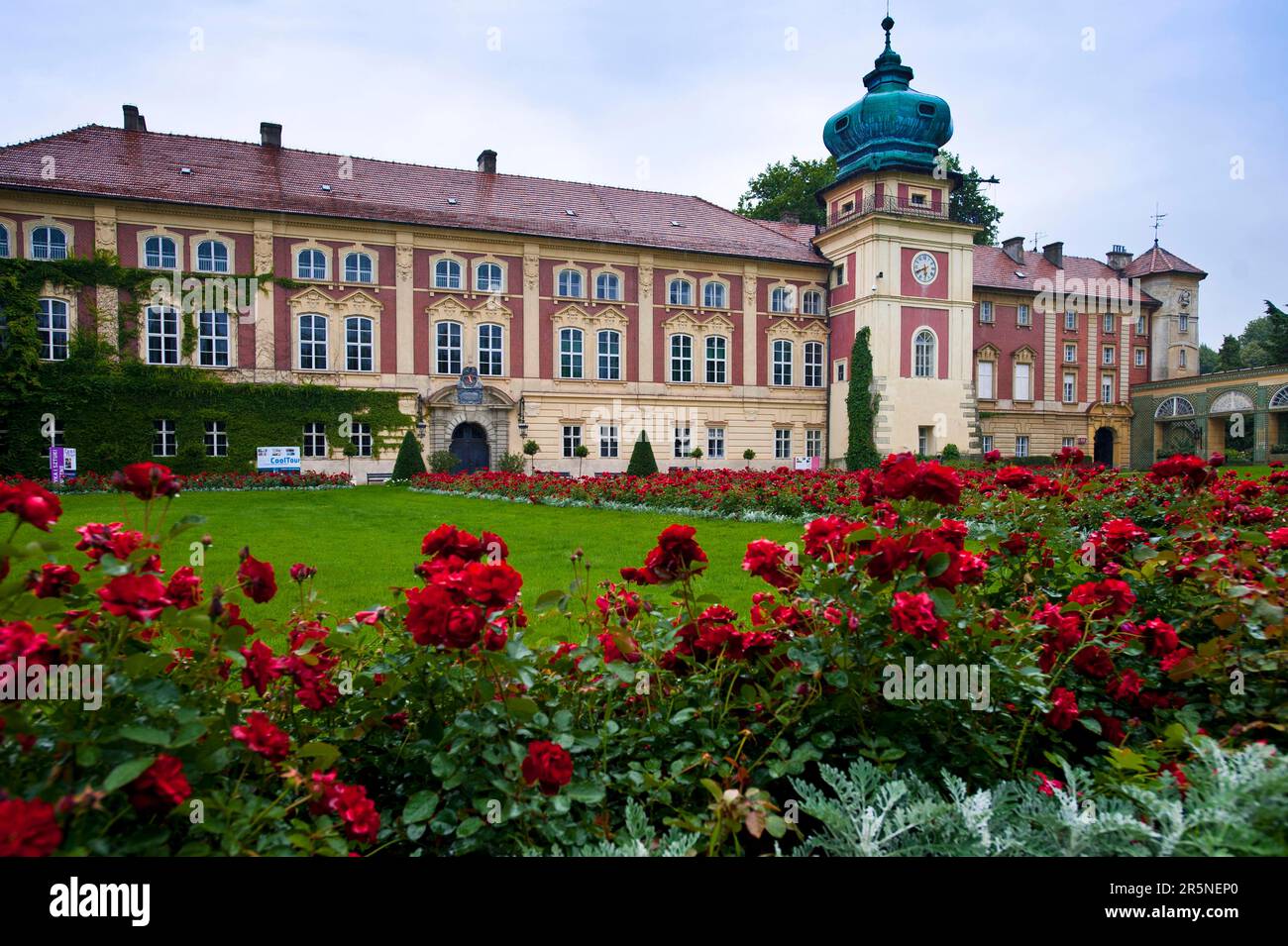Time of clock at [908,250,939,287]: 5:40
